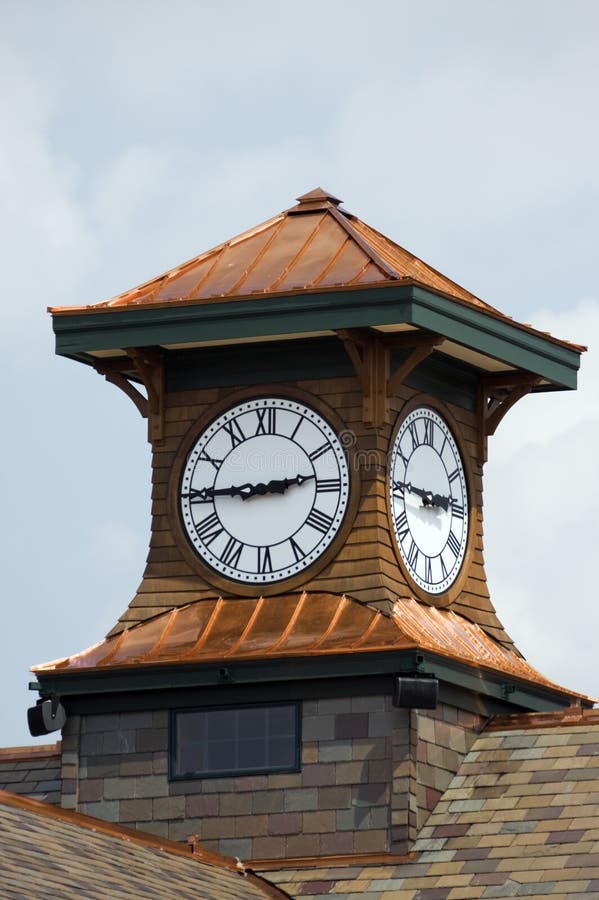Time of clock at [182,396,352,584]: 2:44
